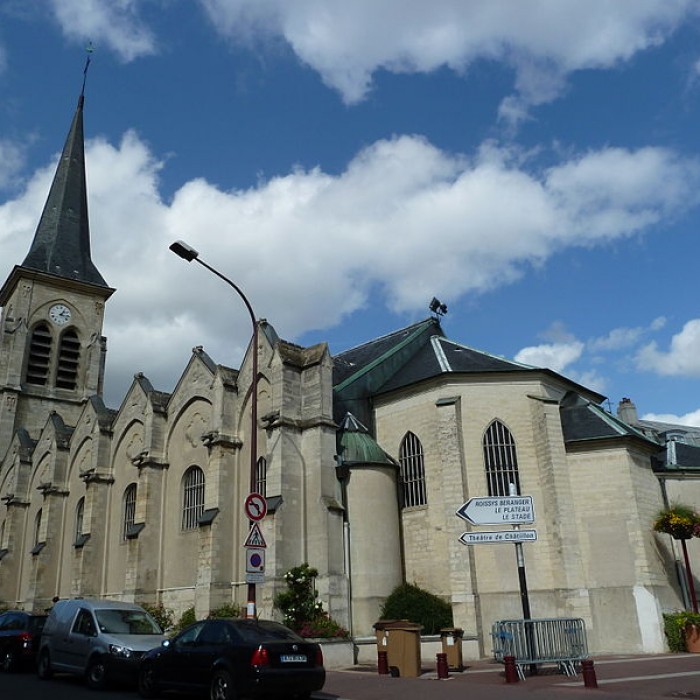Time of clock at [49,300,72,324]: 1:16
